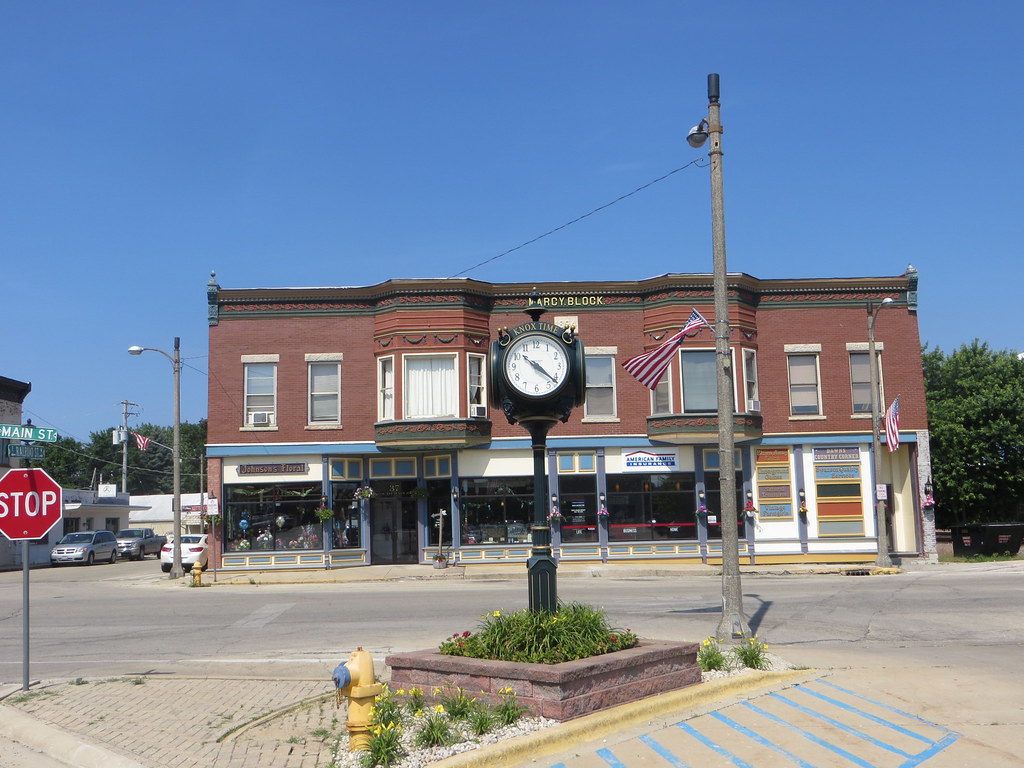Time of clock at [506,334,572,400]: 10:21
